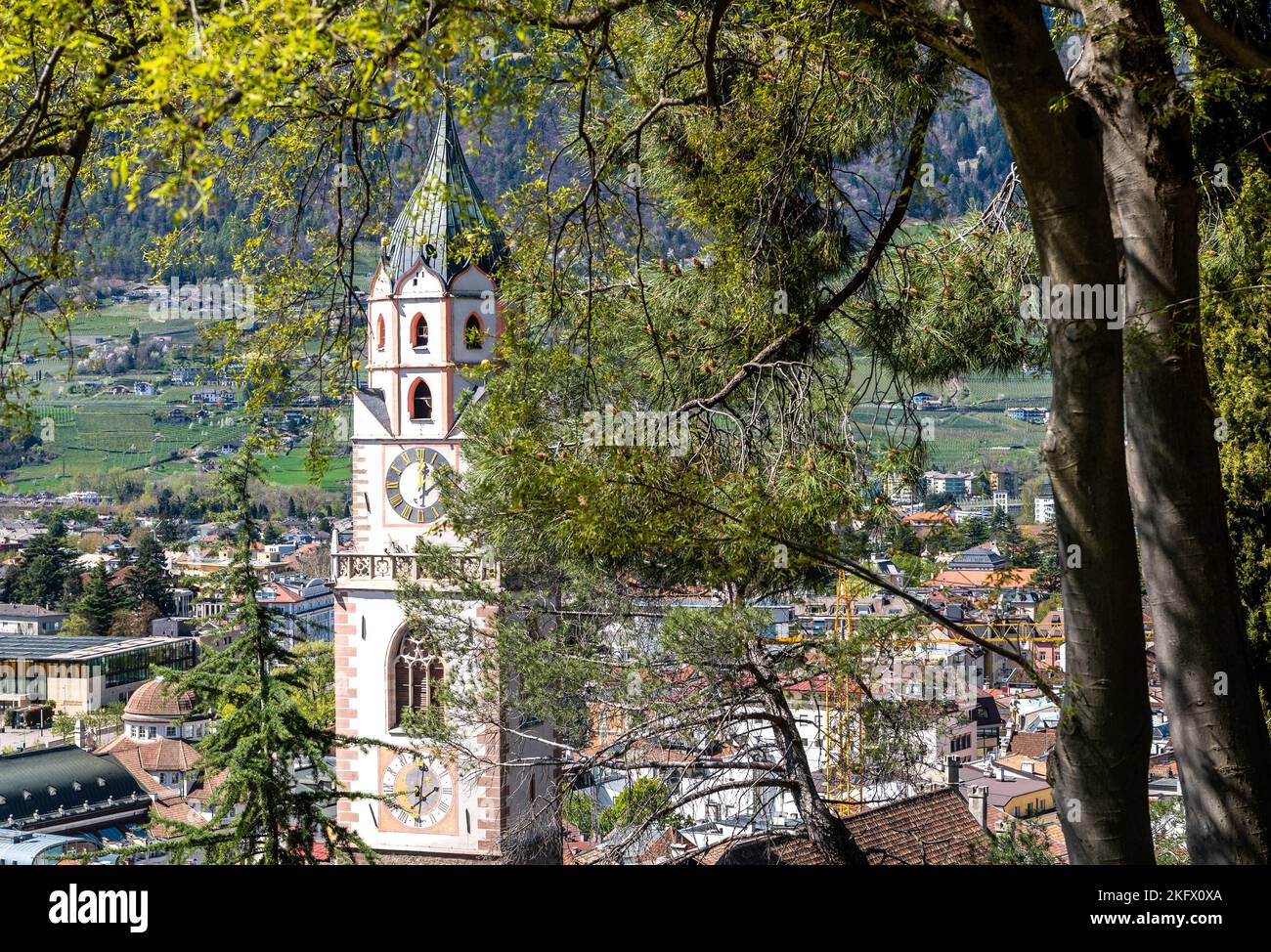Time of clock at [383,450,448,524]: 2:01
